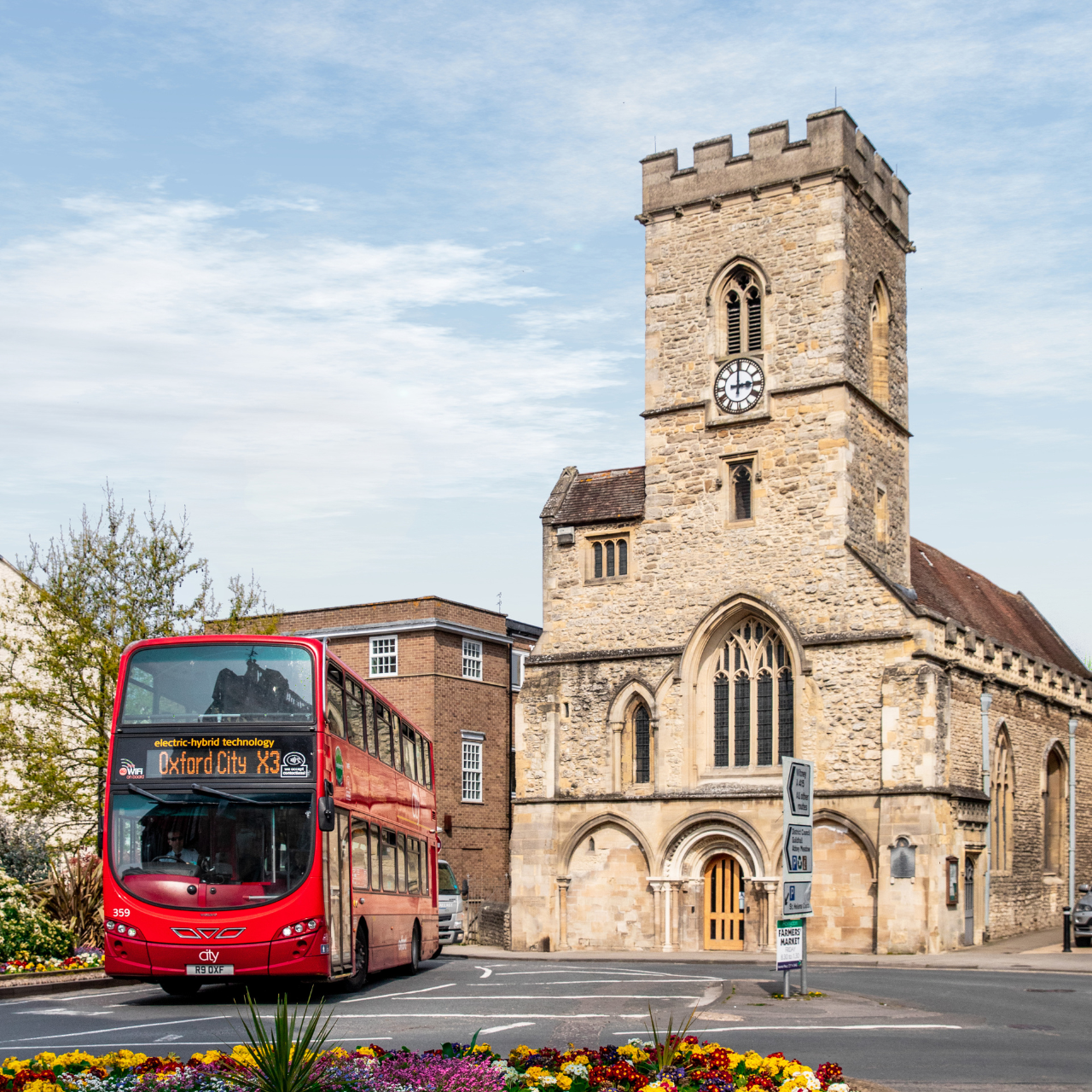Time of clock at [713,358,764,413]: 2:59
